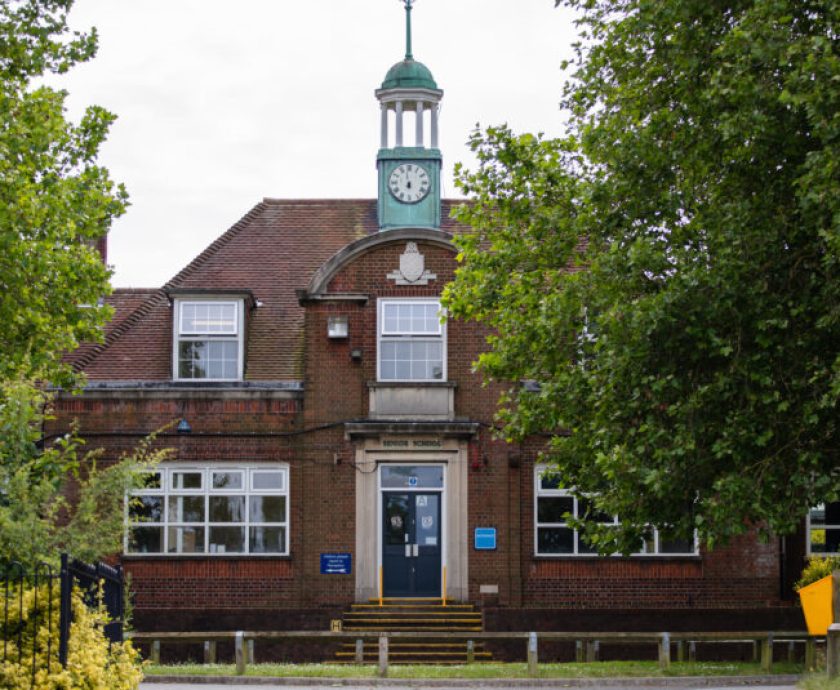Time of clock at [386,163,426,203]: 5:57
